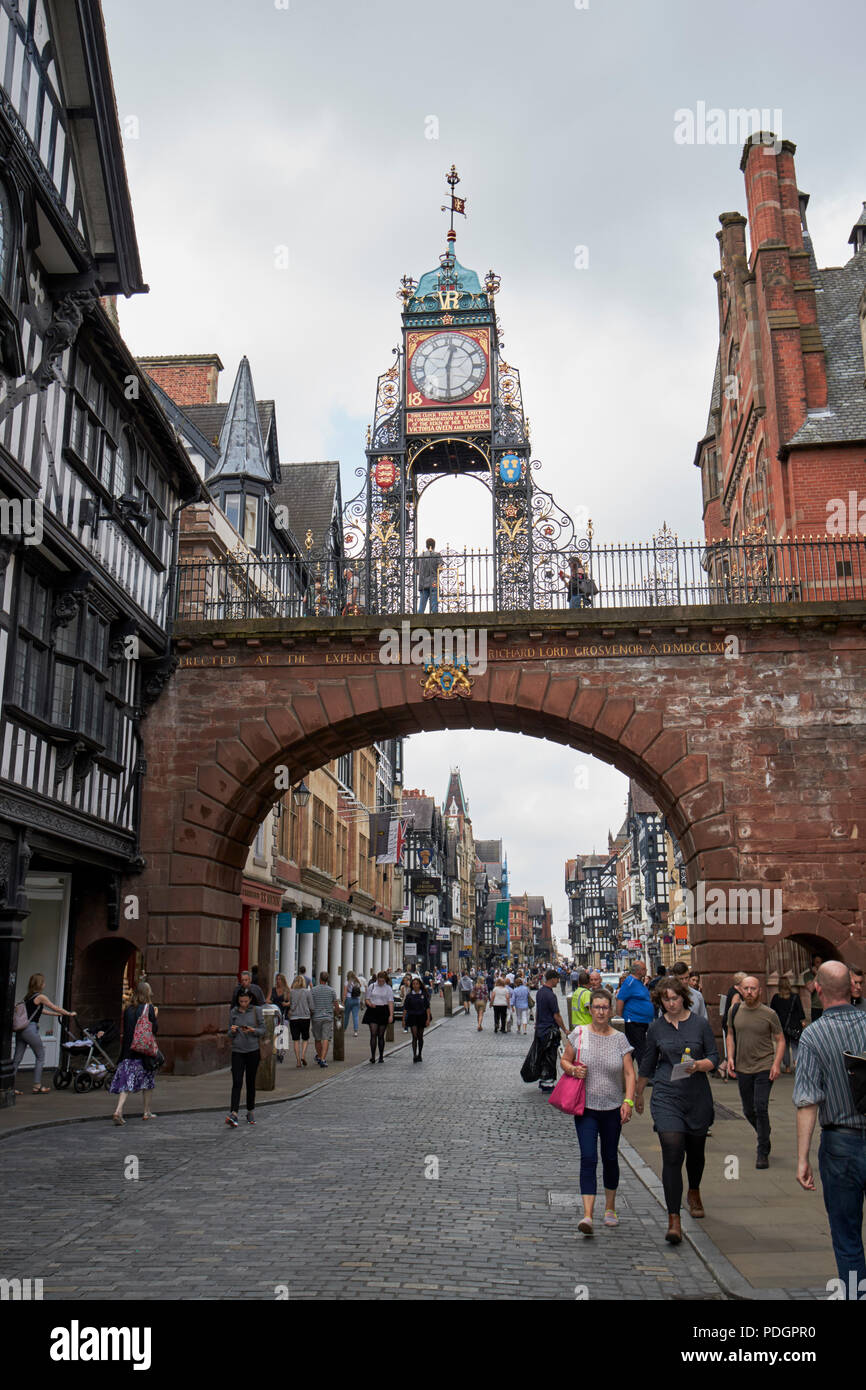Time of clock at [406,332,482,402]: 12:29
